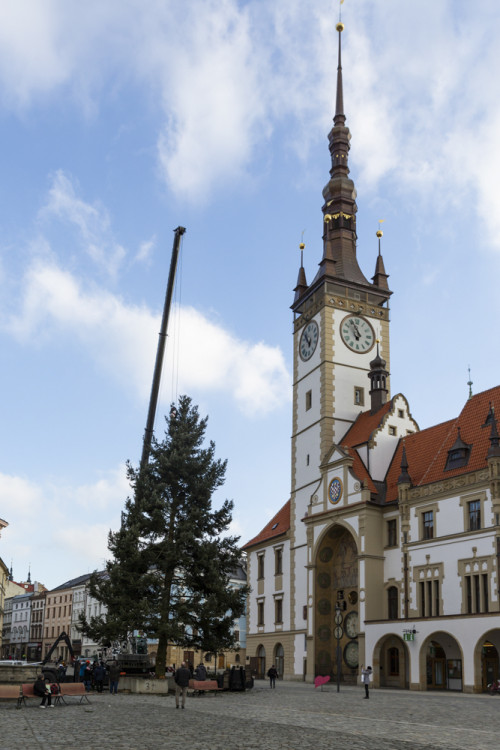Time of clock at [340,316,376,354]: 6:56
